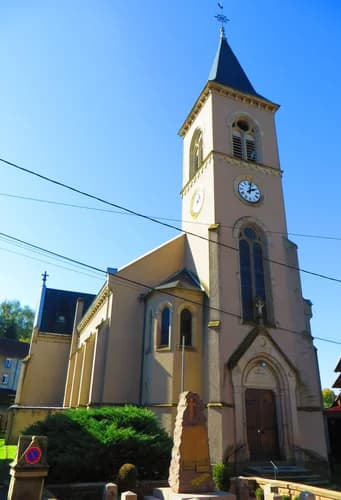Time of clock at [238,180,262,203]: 2:02
